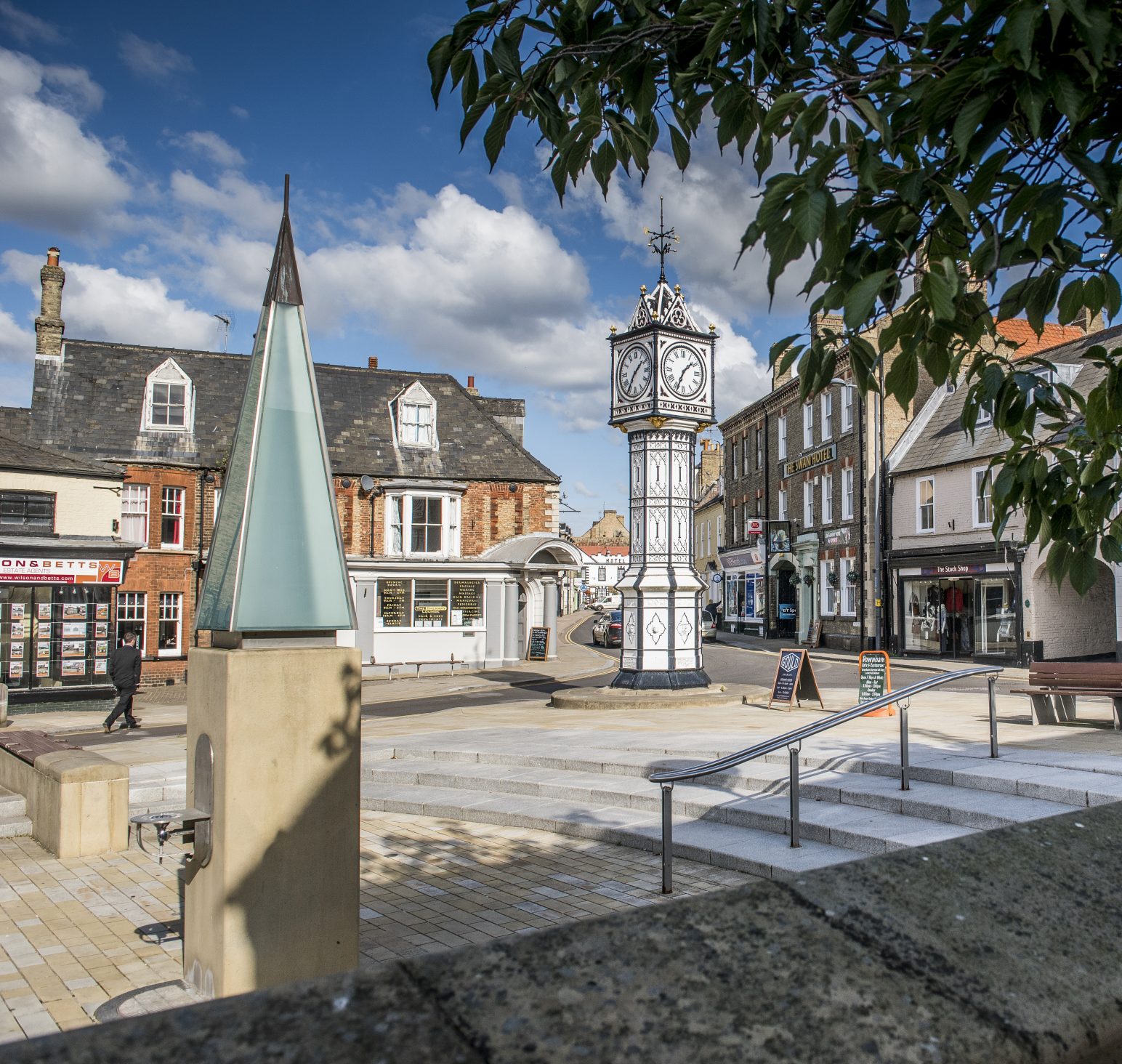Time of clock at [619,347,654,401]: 1:35
